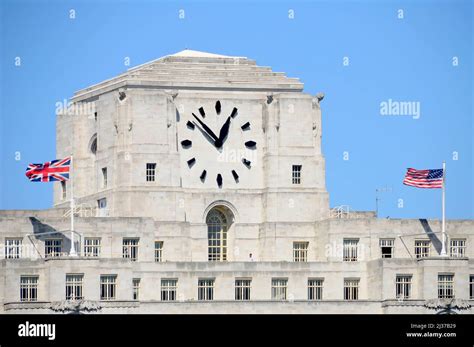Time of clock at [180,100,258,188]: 12:52
